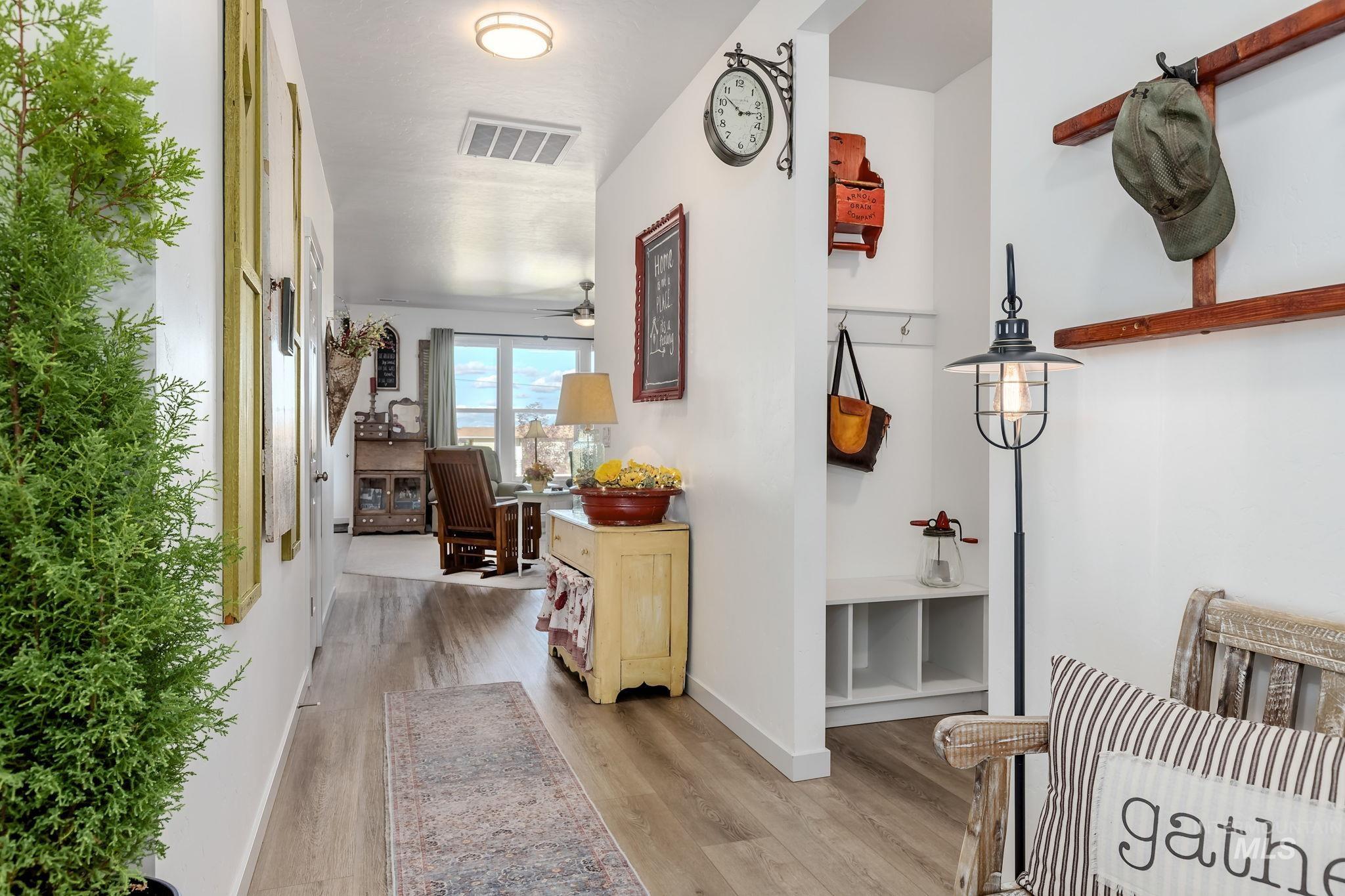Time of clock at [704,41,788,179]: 2:48
